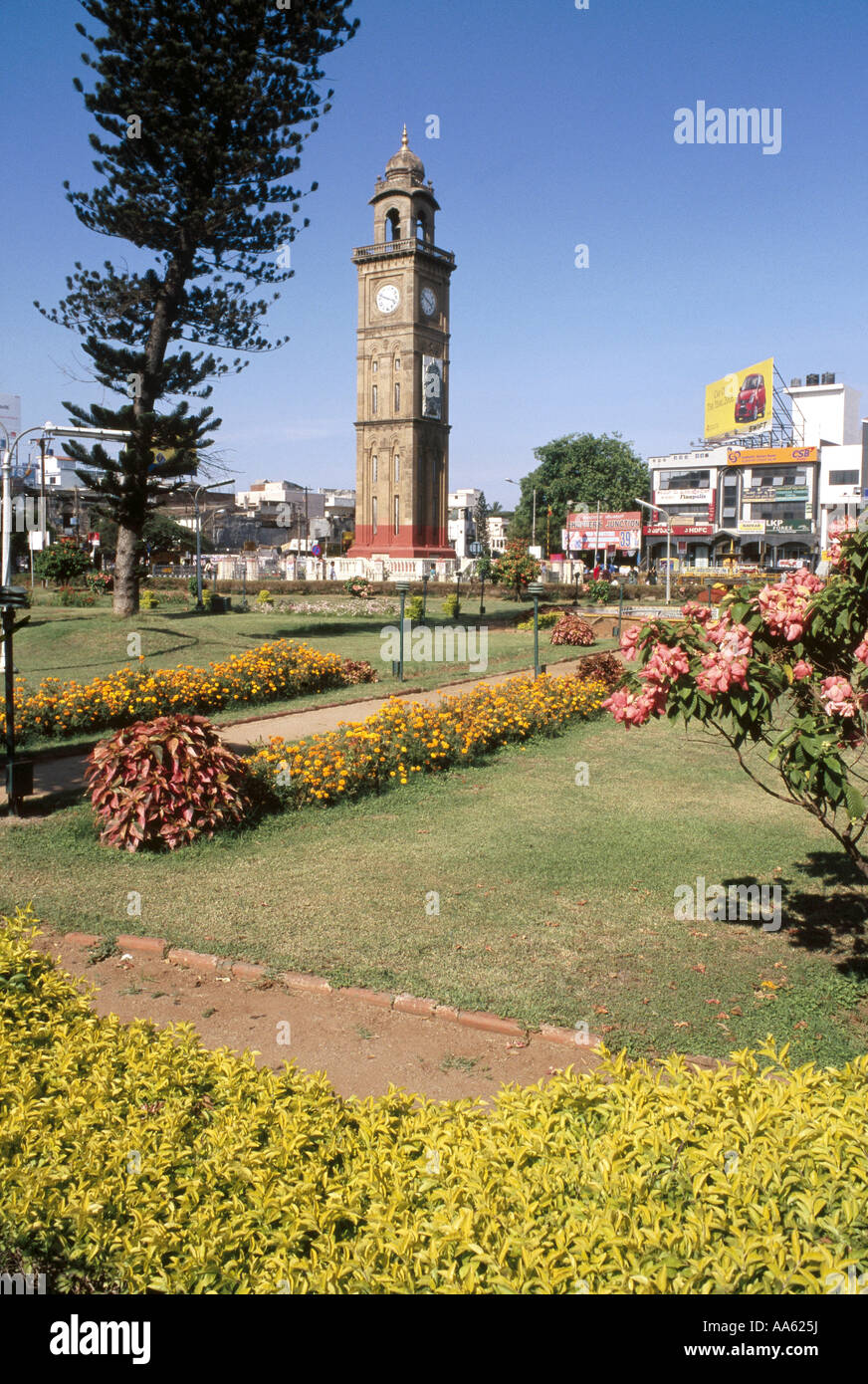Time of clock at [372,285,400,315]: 3:48
